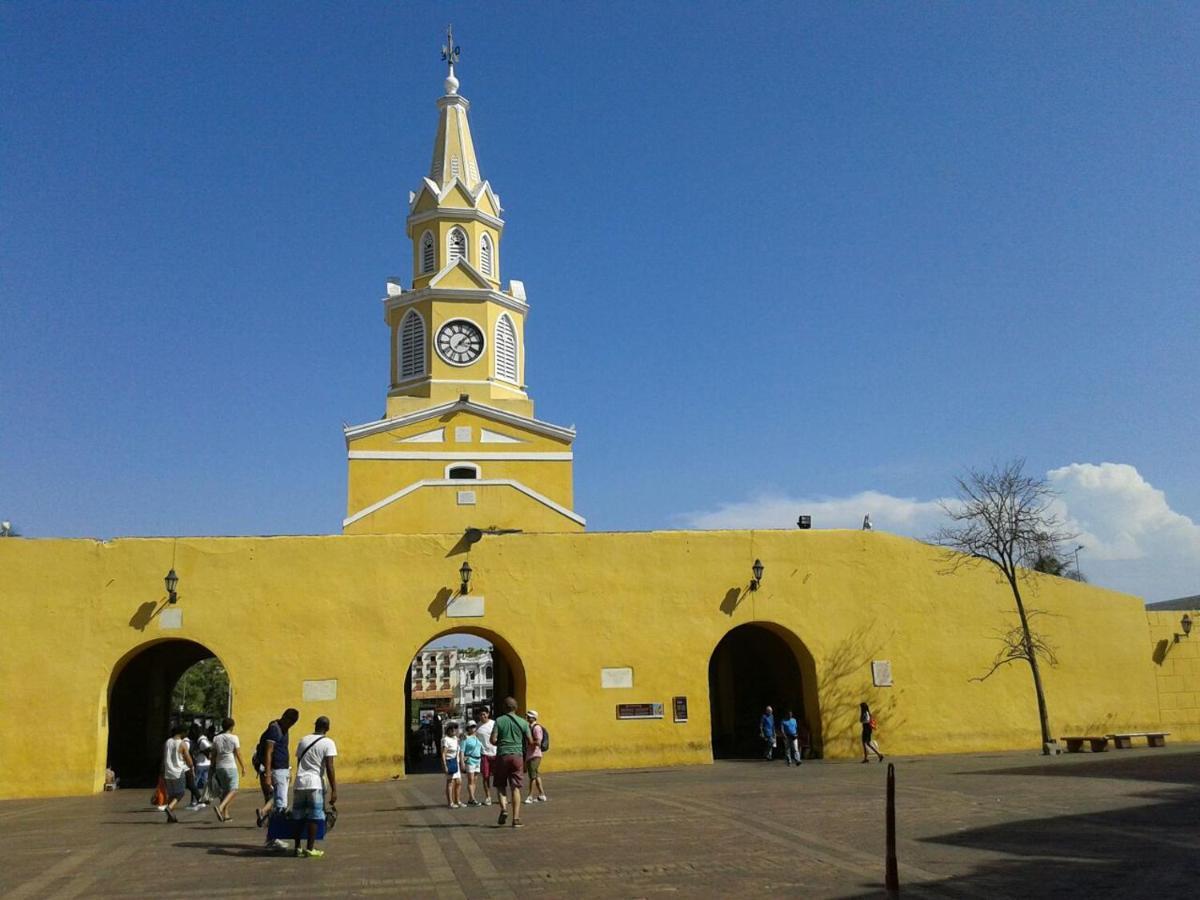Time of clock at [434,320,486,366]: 3:07
